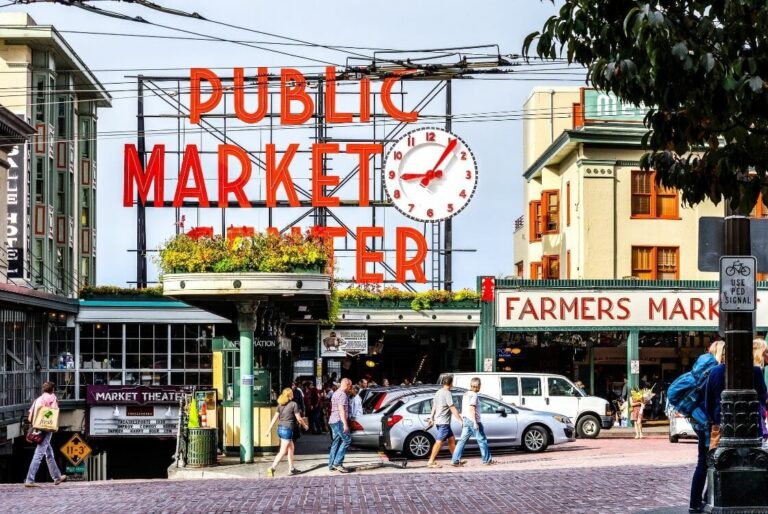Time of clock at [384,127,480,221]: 9:06
